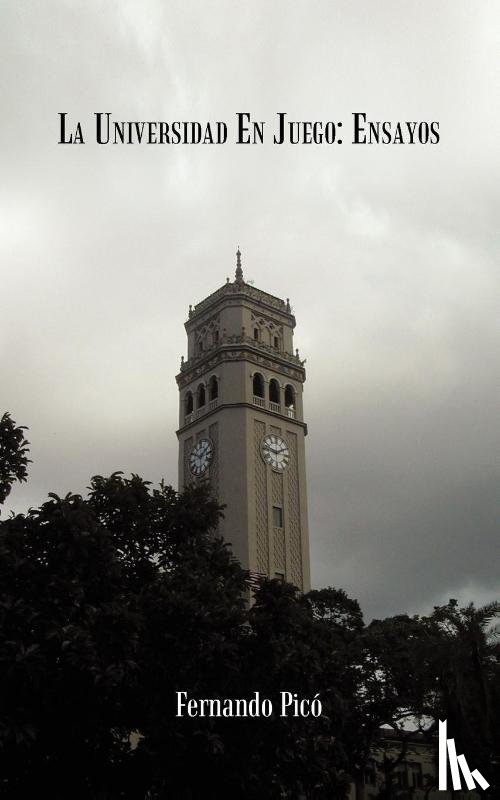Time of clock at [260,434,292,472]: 1:46
